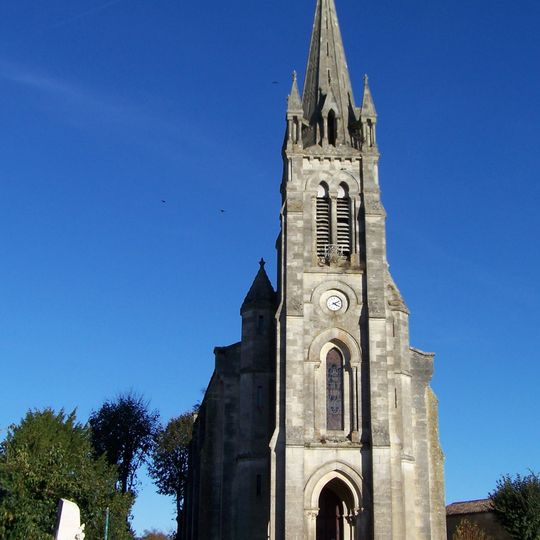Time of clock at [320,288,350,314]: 4:10
